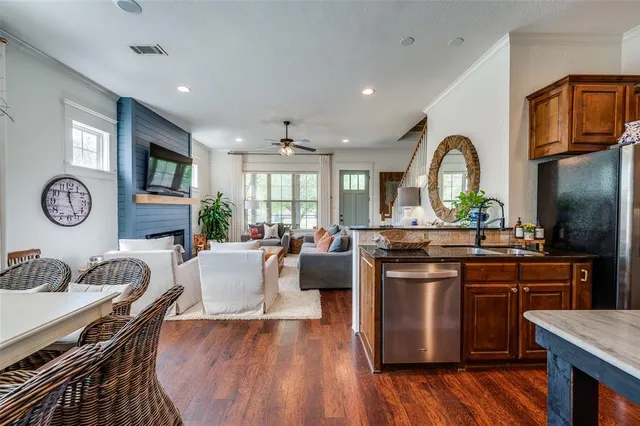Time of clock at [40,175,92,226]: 11:25
